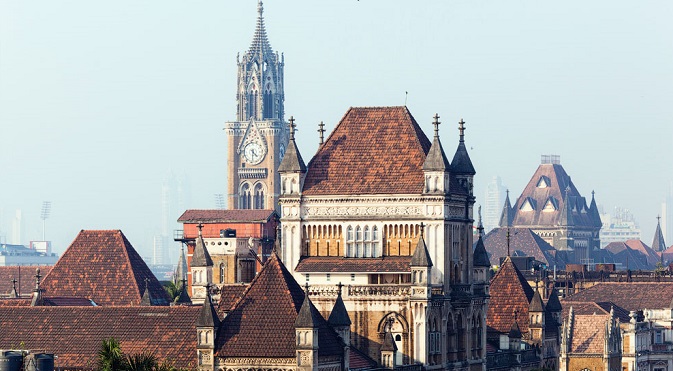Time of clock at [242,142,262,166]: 4:29
